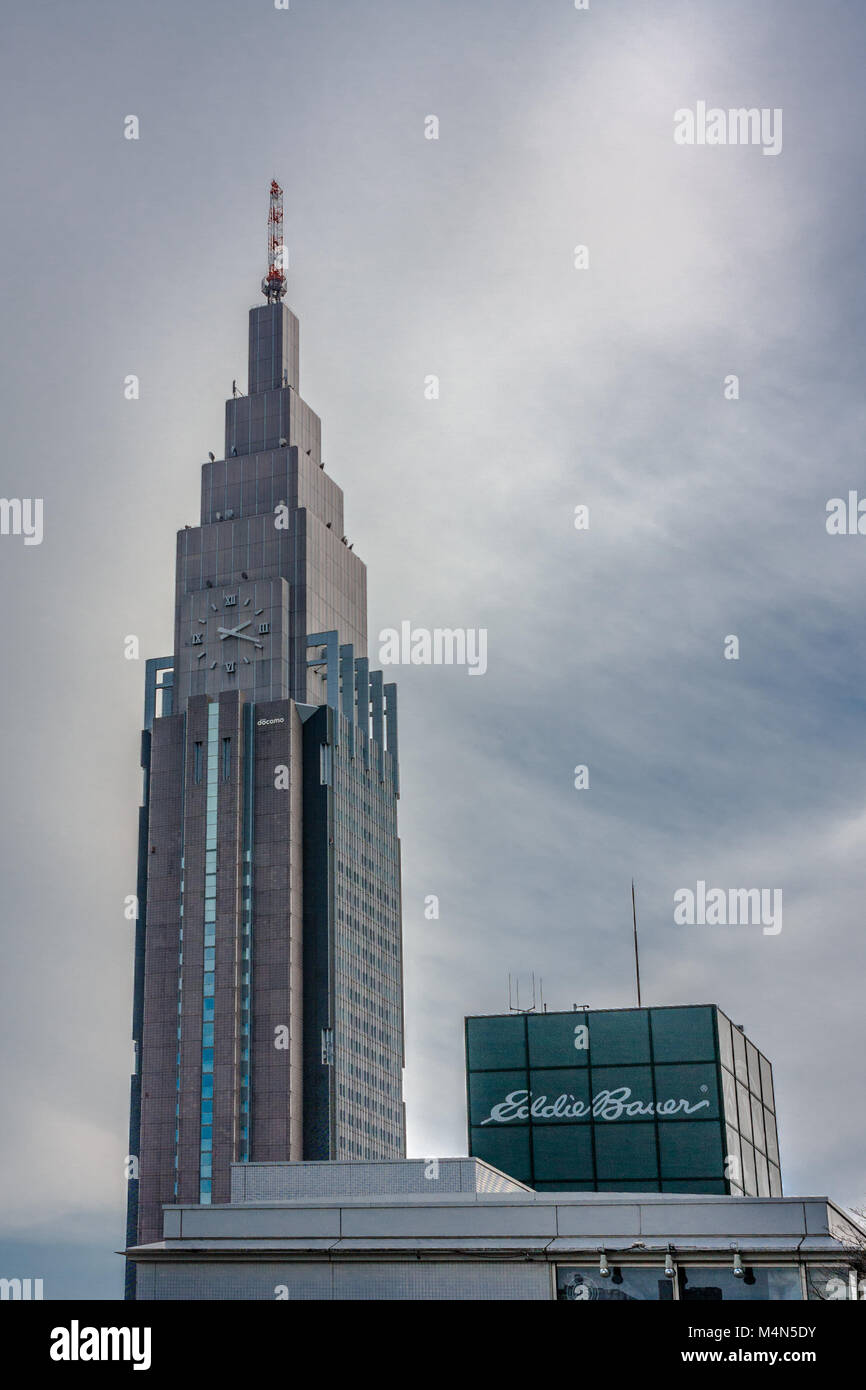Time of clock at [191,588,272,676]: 2:18
